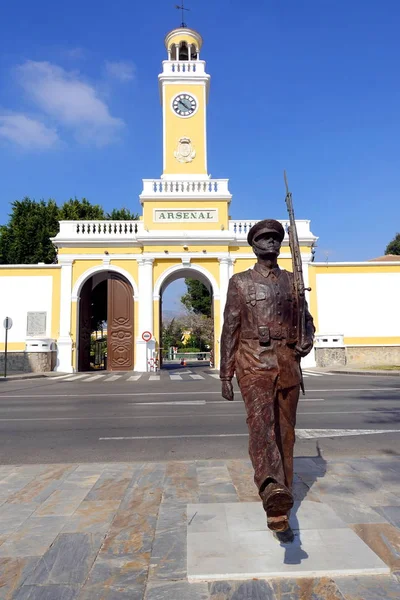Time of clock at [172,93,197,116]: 10:21
